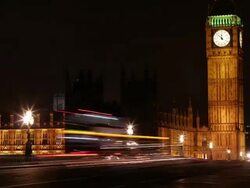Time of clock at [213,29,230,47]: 11:52
